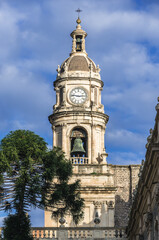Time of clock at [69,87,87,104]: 2:46
